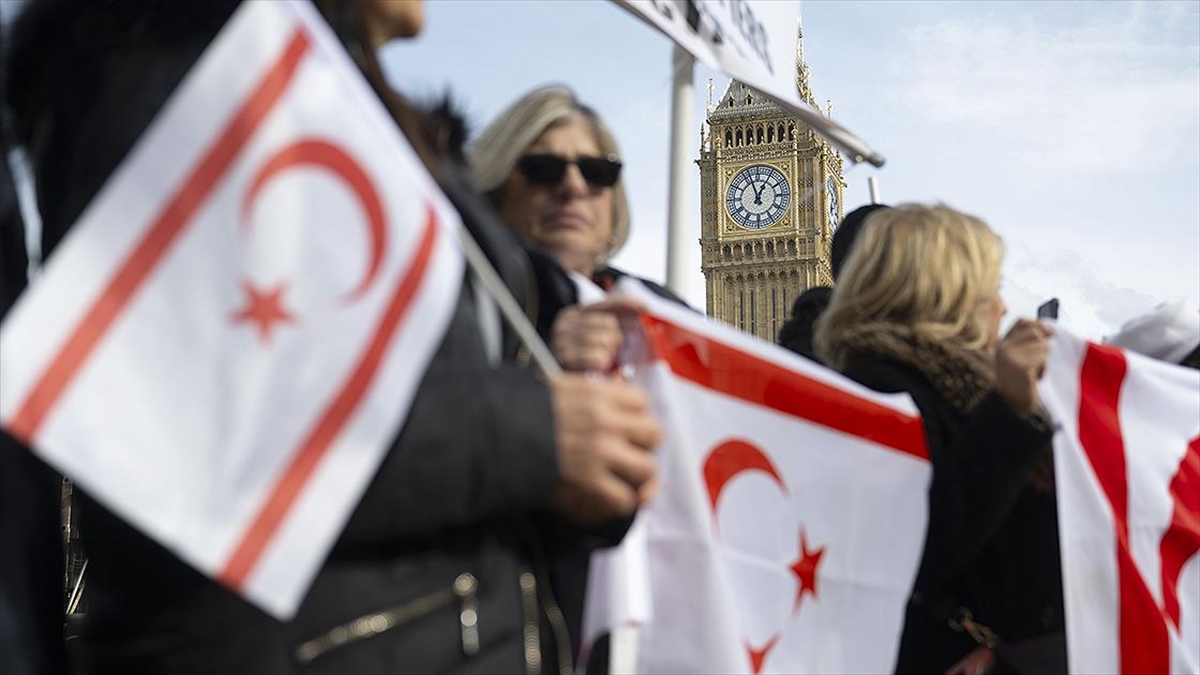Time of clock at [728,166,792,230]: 12:57
